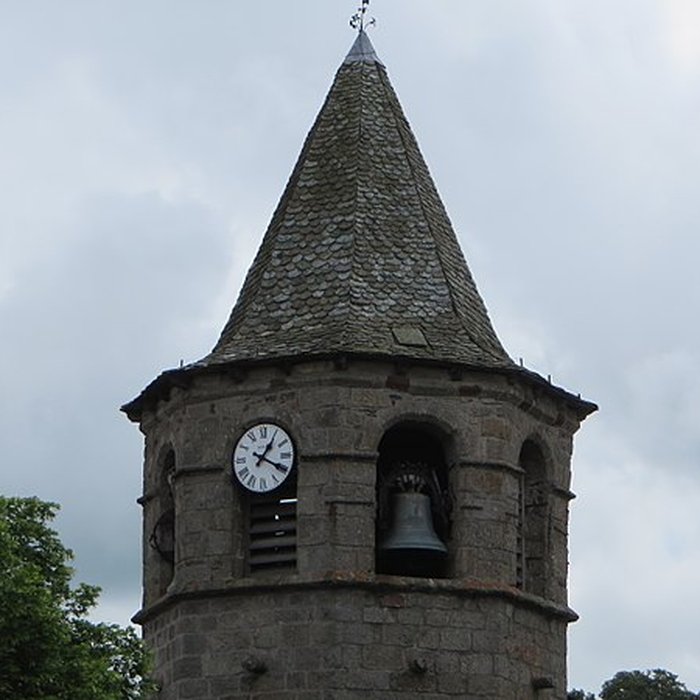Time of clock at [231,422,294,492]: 1:19
